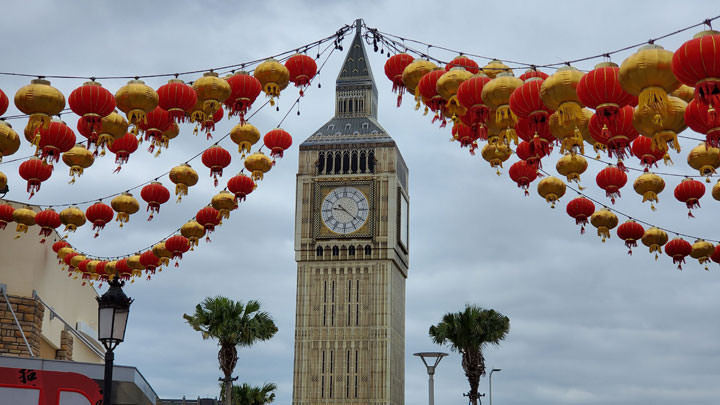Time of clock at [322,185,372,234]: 9:21
